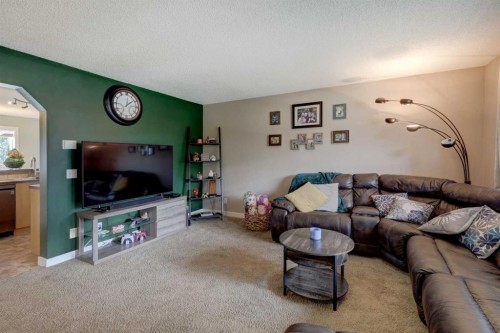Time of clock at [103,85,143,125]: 12:08
